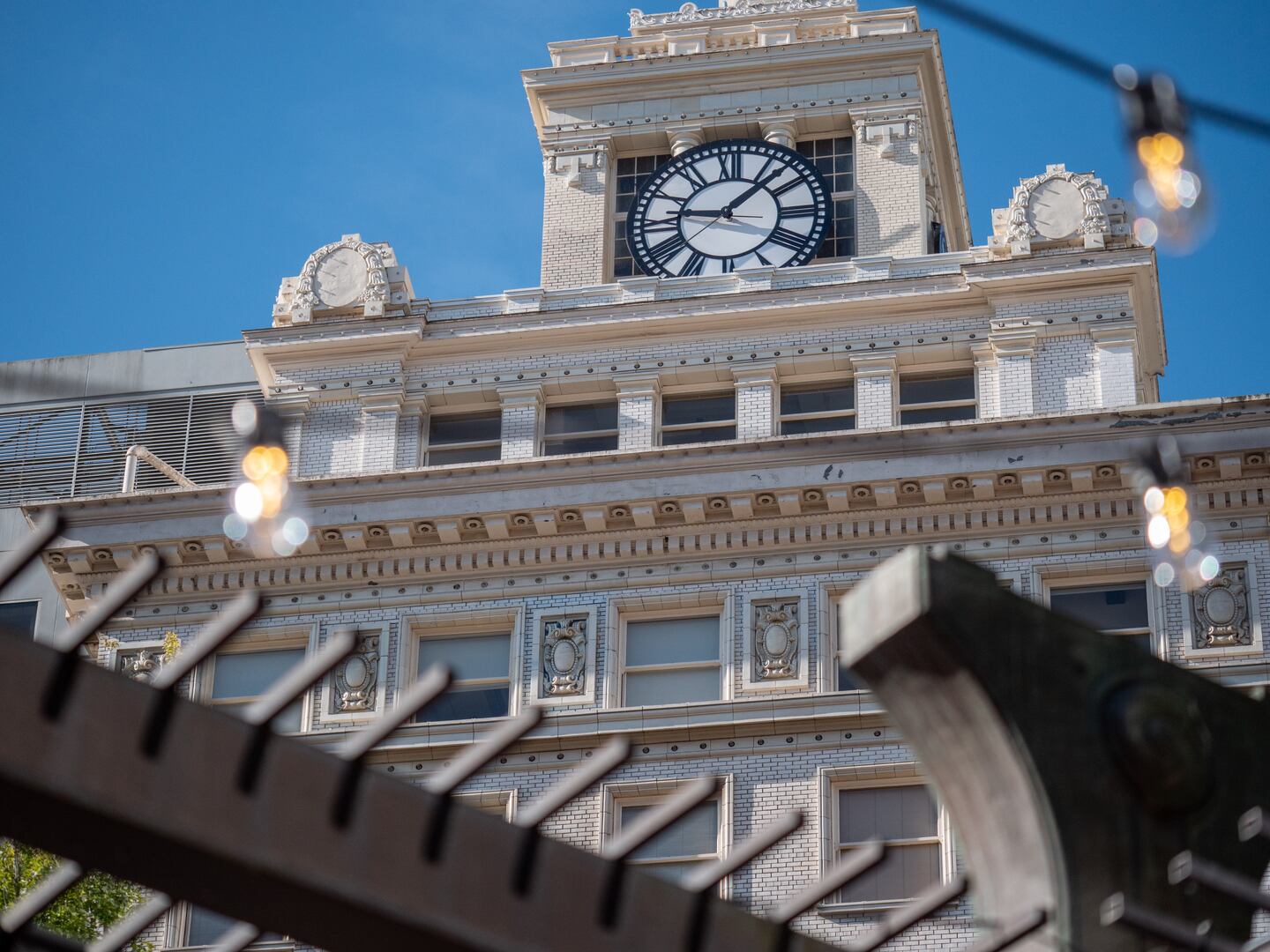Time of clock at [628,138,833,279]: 9:07
